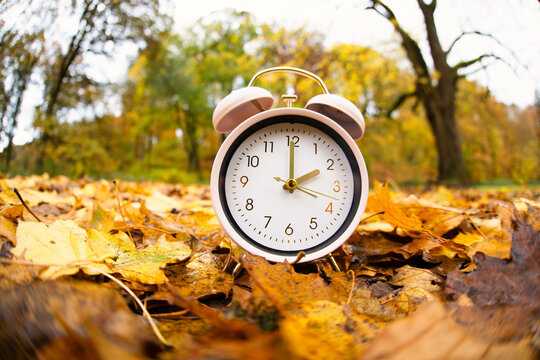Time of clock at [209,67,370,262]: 2:00
